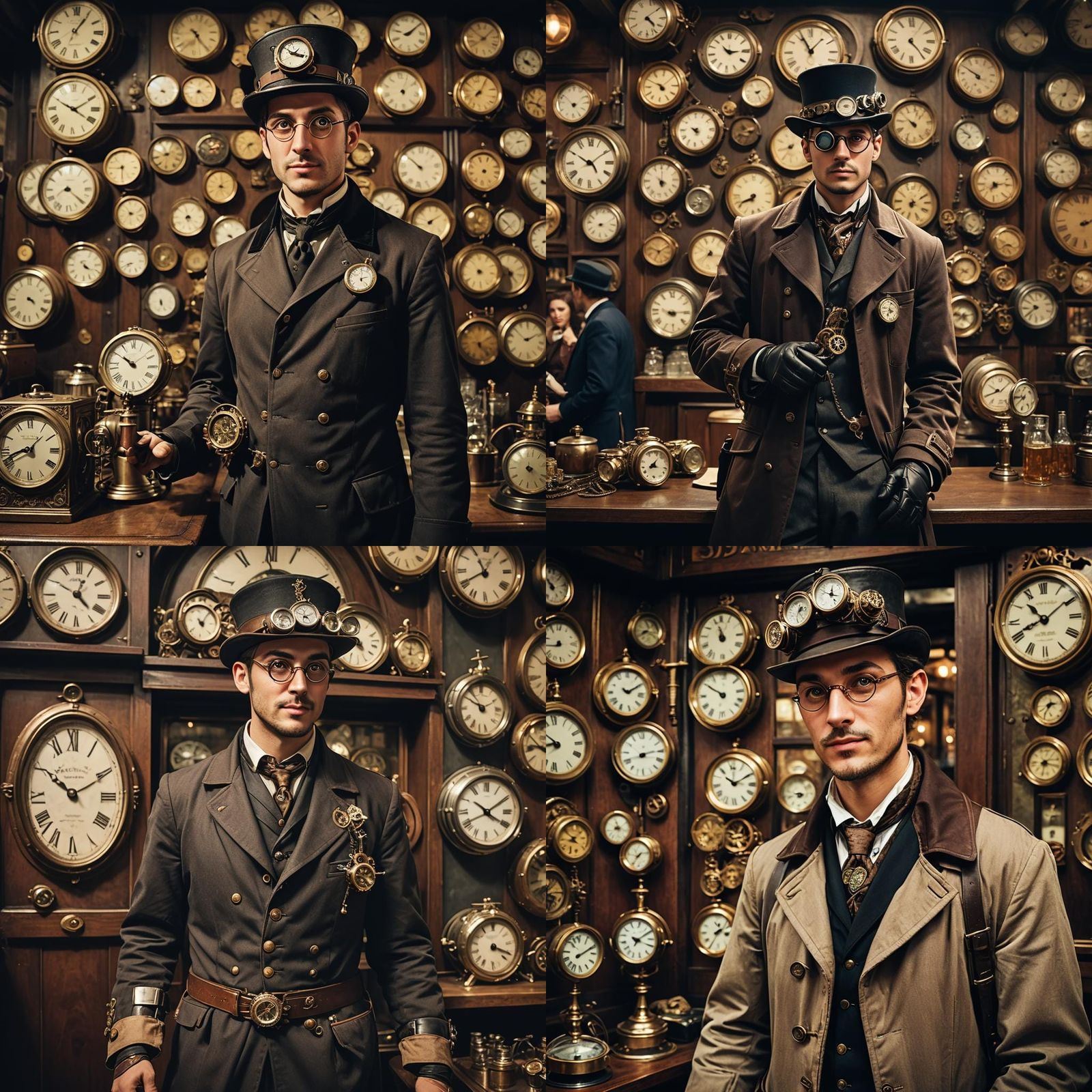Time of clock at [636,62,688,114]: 4:49
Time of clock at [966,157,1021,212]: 7:13
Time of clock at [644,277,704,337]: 9:14
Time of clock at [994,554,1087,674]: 10:41
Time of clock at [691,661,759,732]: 9:50
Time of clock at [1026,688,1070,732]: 2:35
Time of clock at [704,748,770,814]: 10:10
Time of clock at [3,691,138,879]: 10:10
